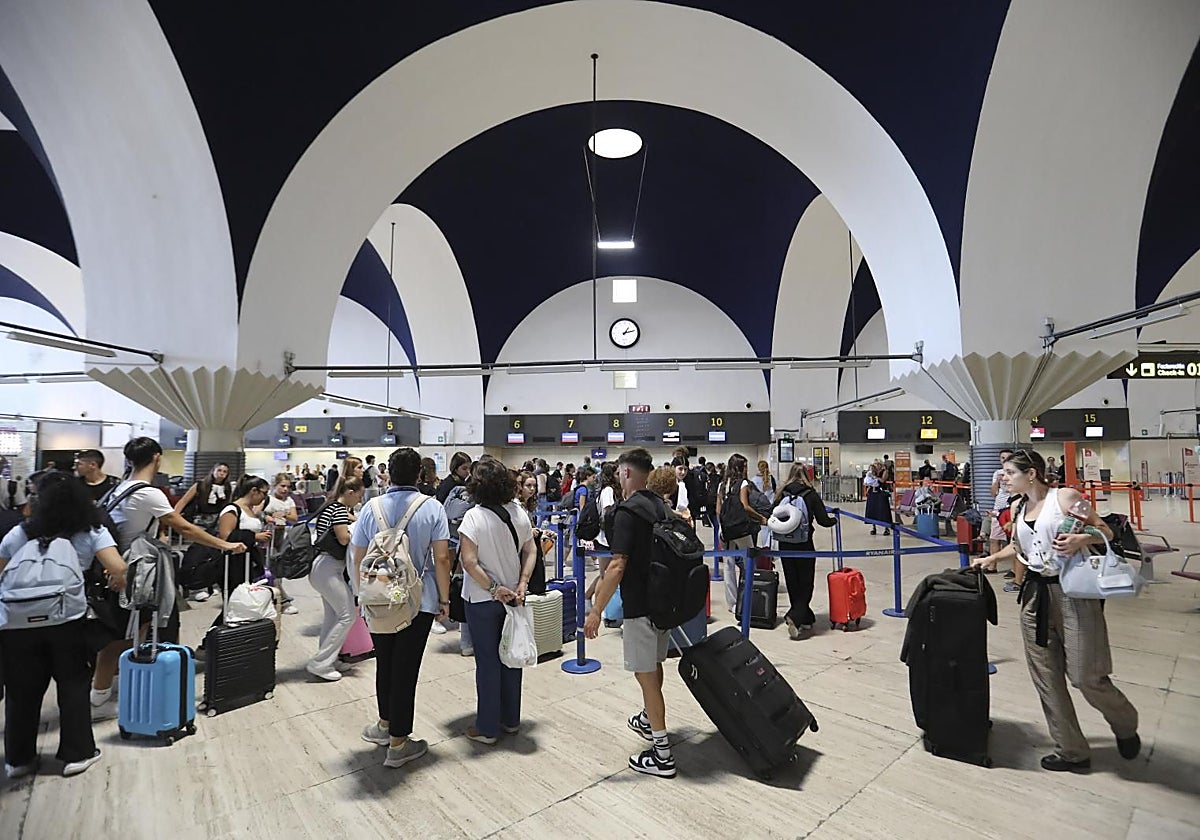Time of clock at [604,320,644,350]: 1:13
